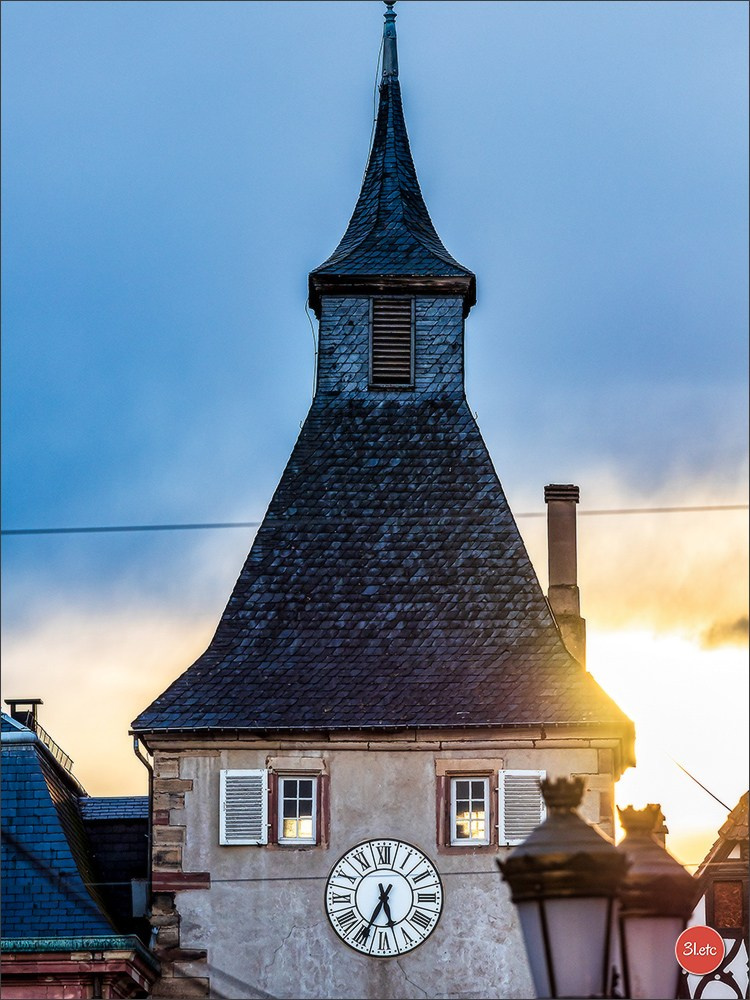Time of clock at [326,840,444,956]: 5:34
